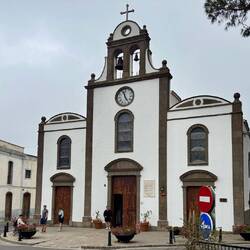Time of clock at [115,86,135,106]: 4:57
